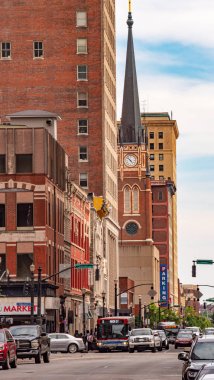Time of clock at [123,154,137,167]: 4:52
